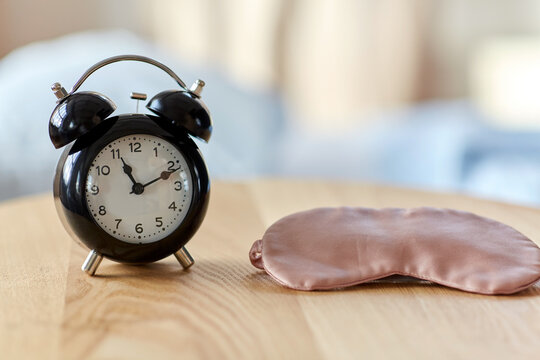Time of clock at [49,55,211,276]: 11:11
